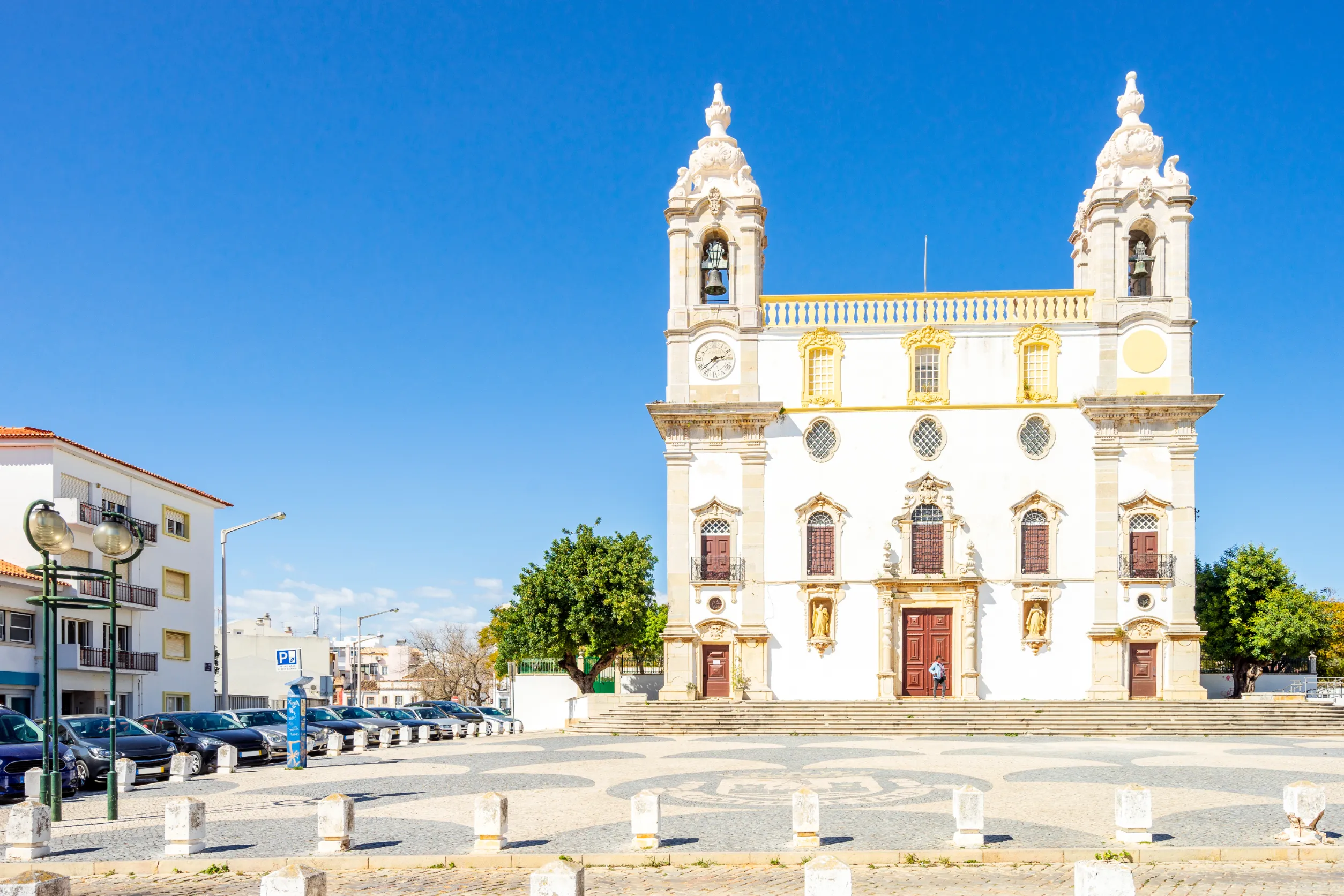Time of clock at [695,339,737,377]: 2:38
